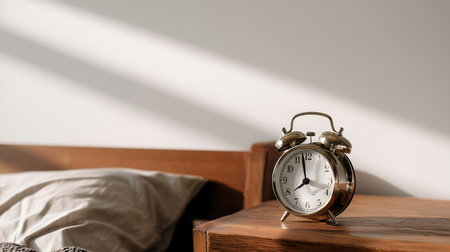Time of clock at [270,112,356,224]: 7:58
